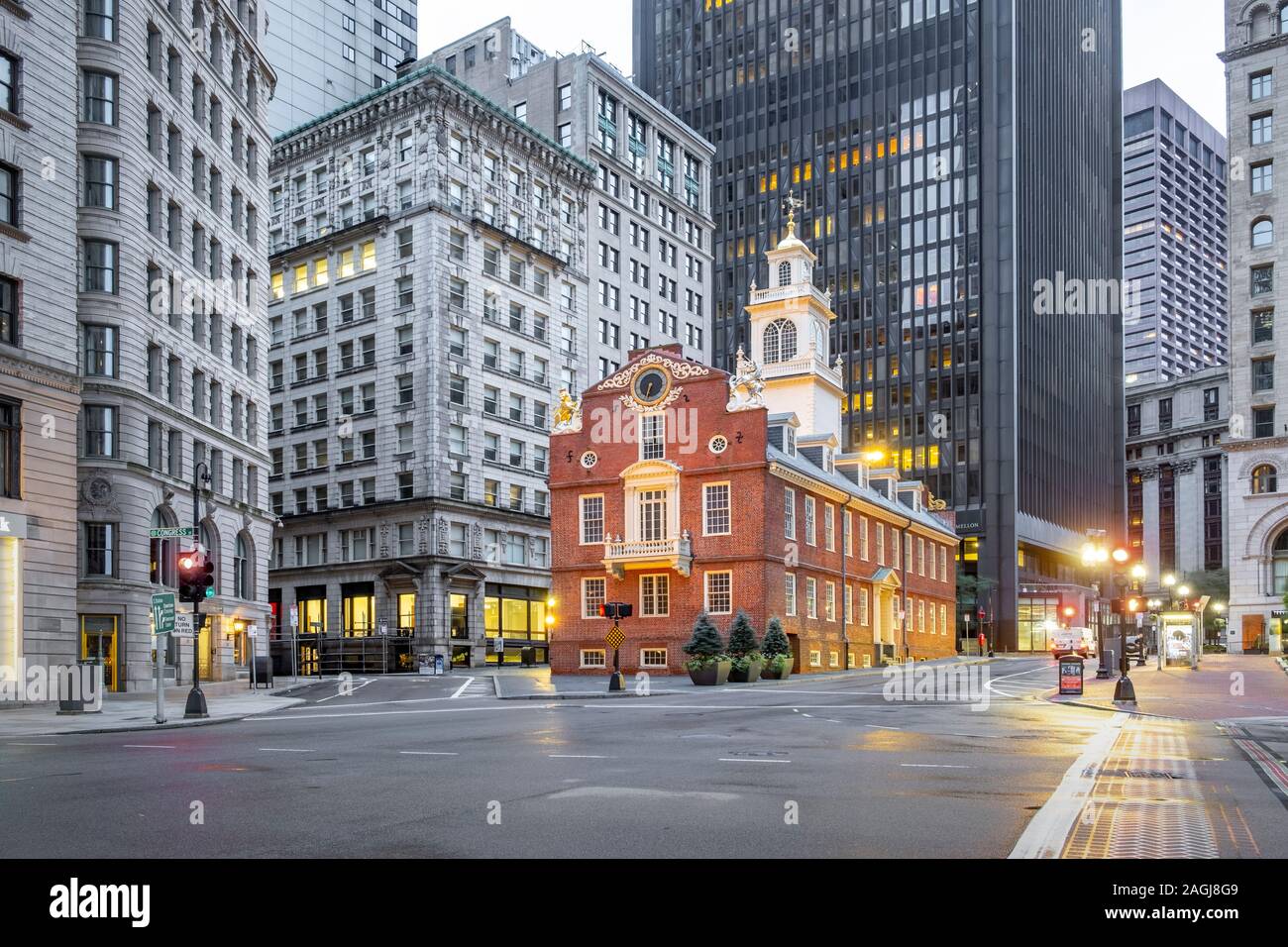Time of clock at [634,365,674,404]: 6:32
